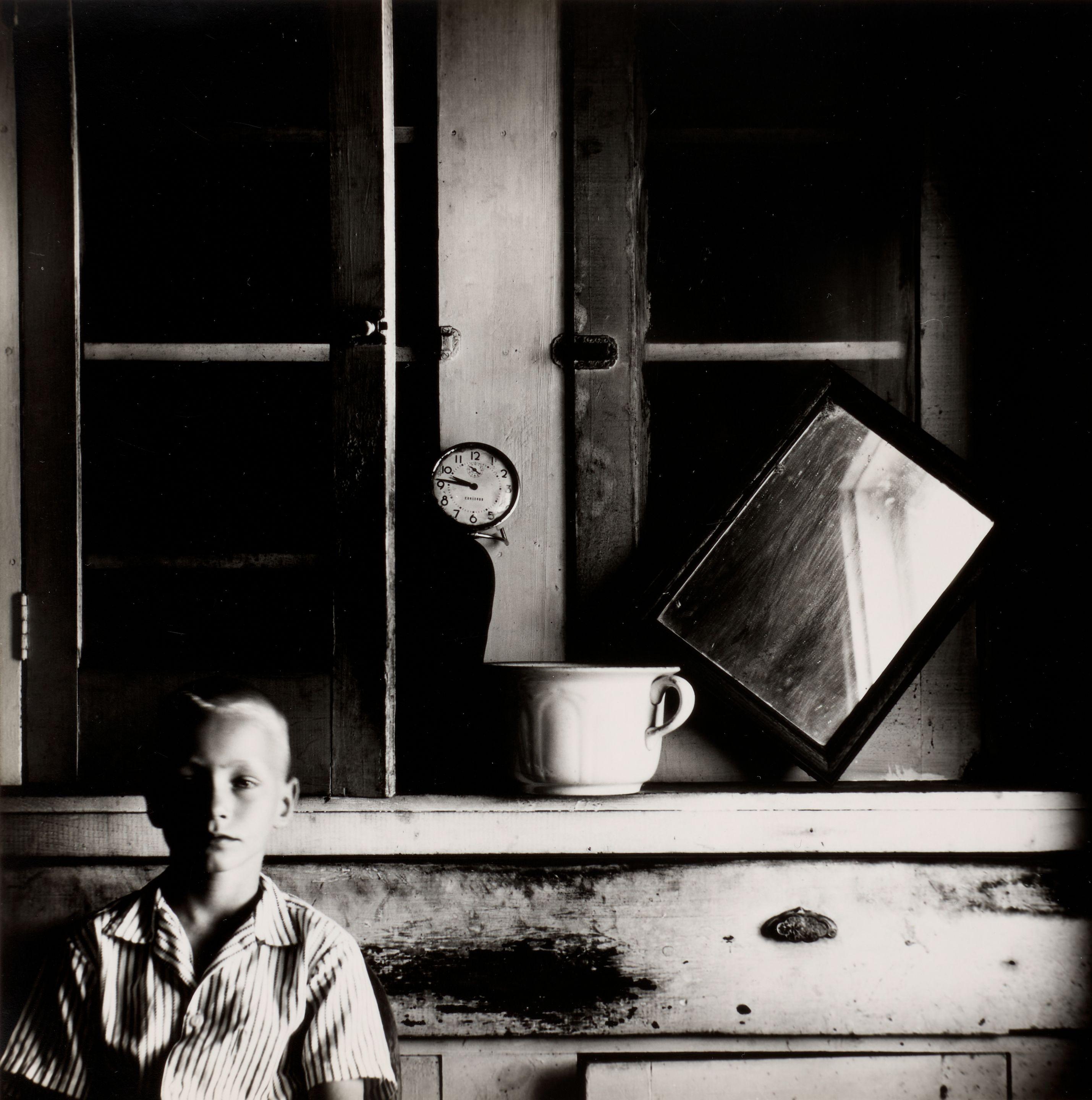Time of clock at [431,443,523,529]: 9:46
